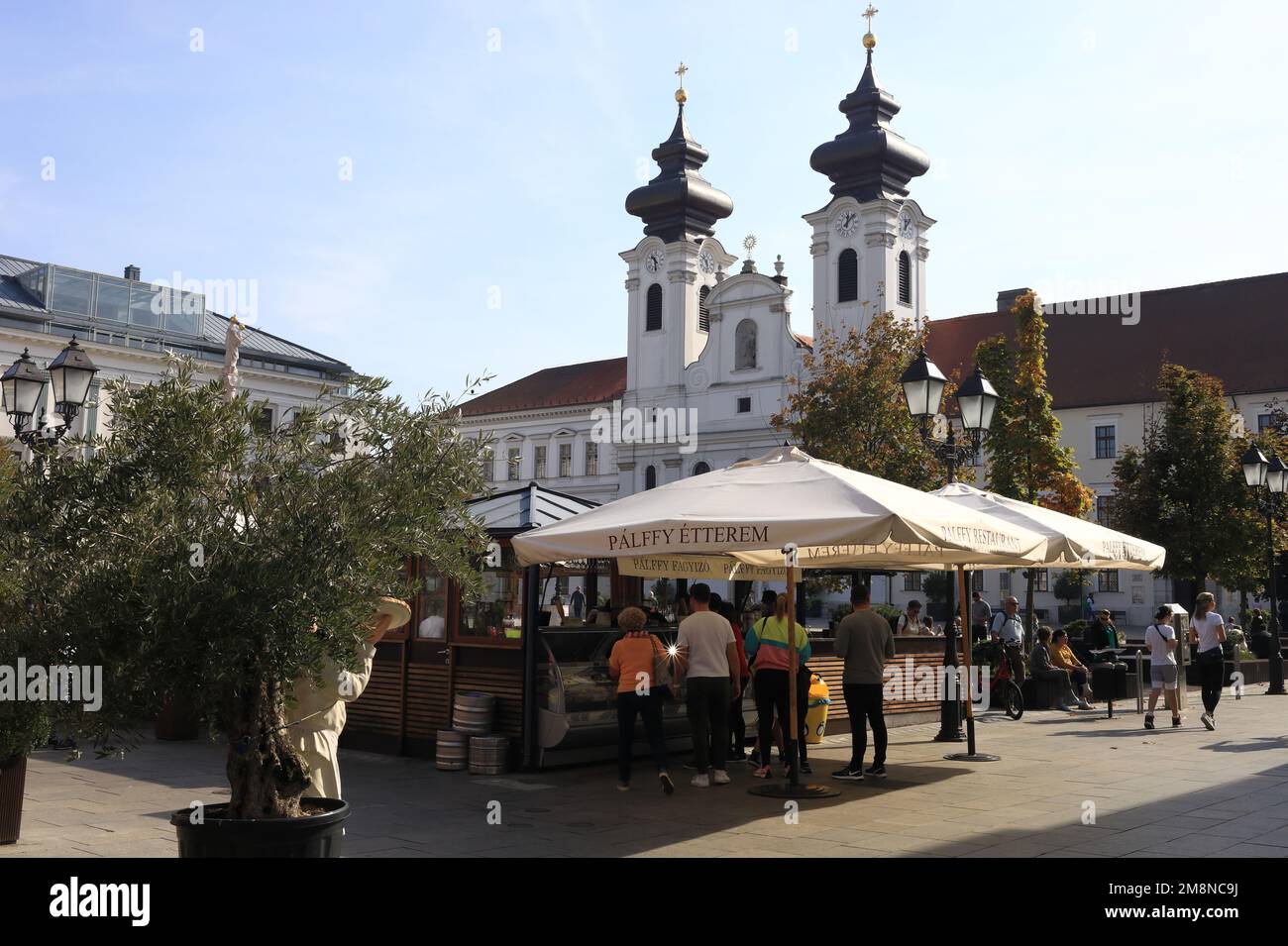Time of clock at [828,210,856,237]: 12:07
